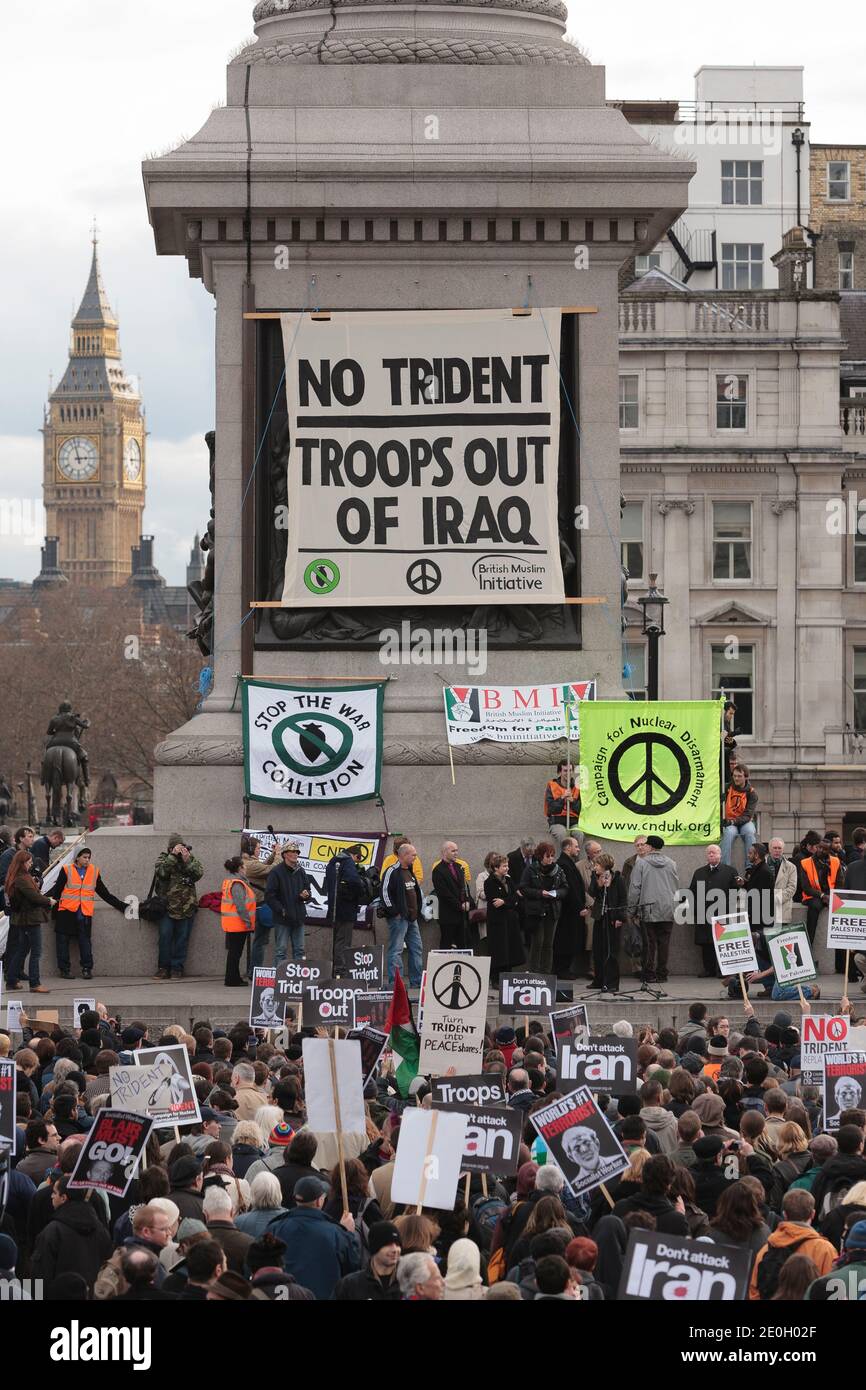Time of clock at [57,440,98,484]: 2:57
